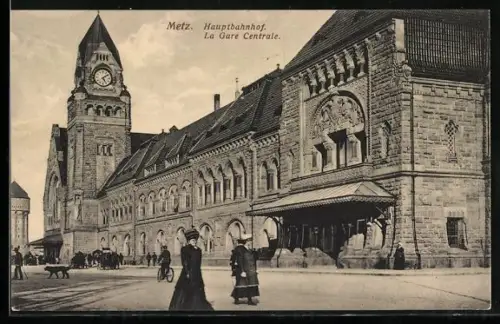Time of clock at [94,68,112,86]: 5:08
